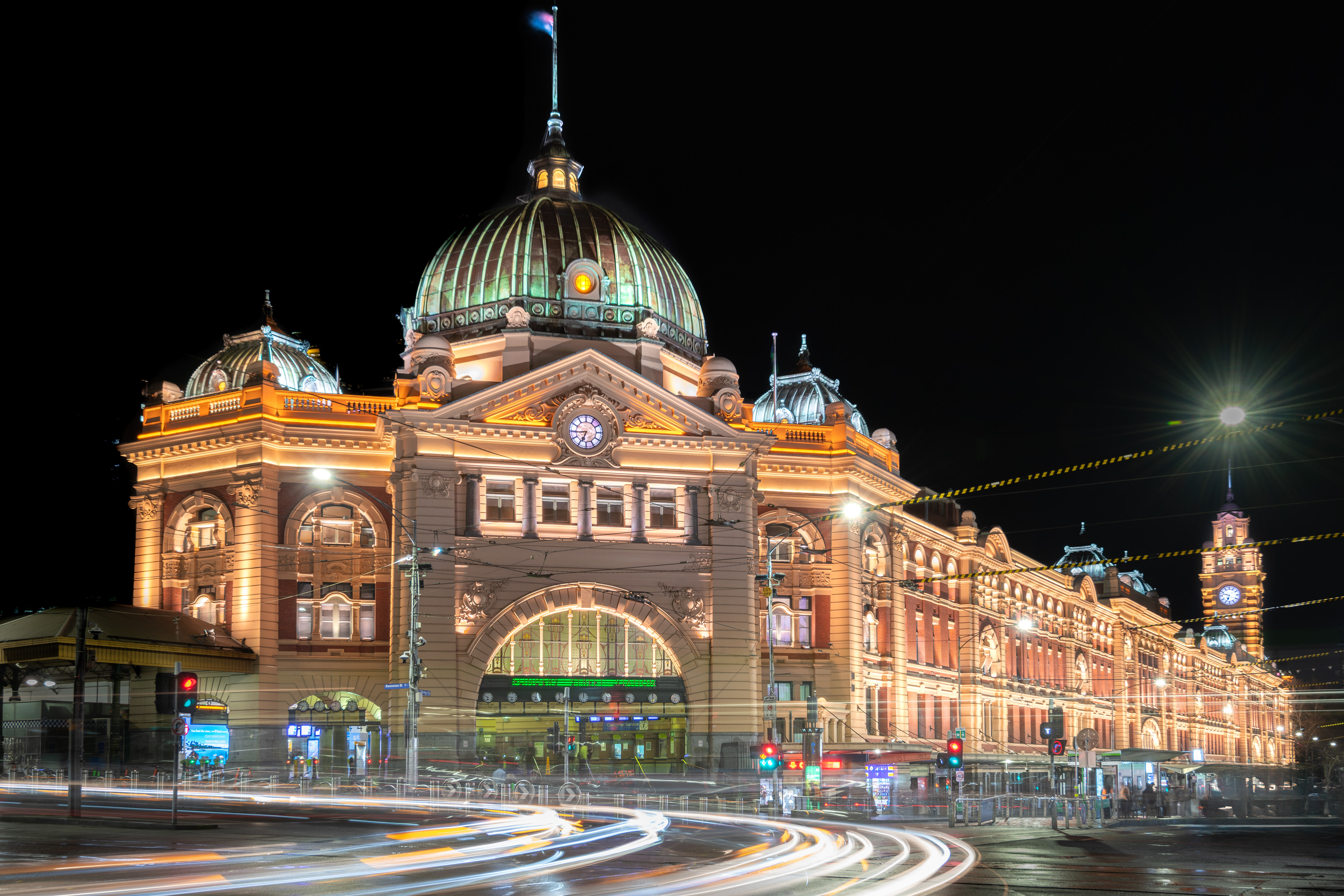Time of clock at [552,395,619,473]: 6:43
